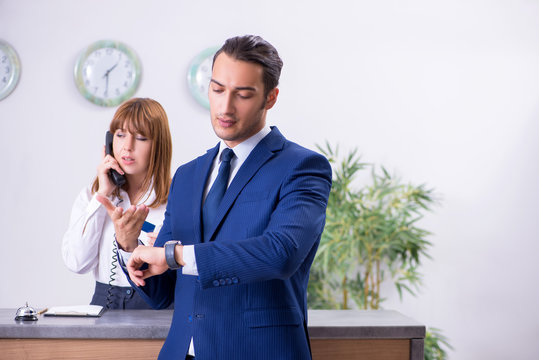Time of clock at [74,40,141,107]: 1:29
